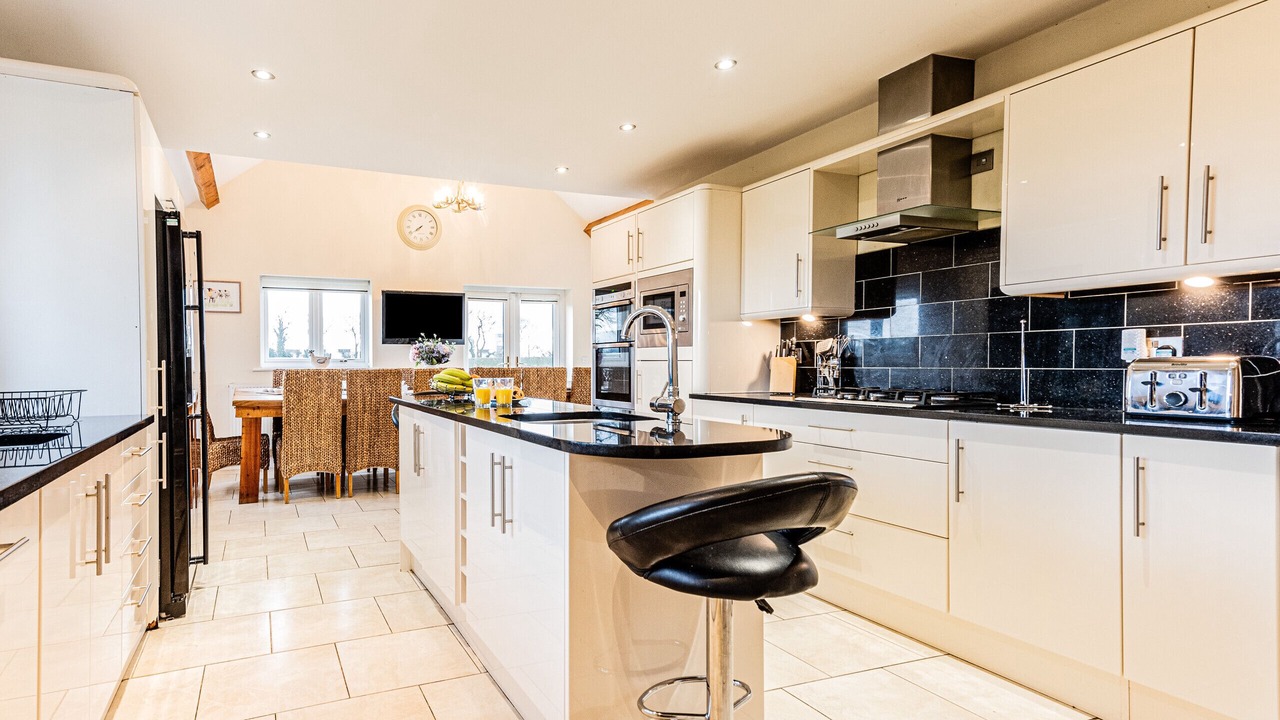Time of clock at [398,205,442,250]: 7:39
